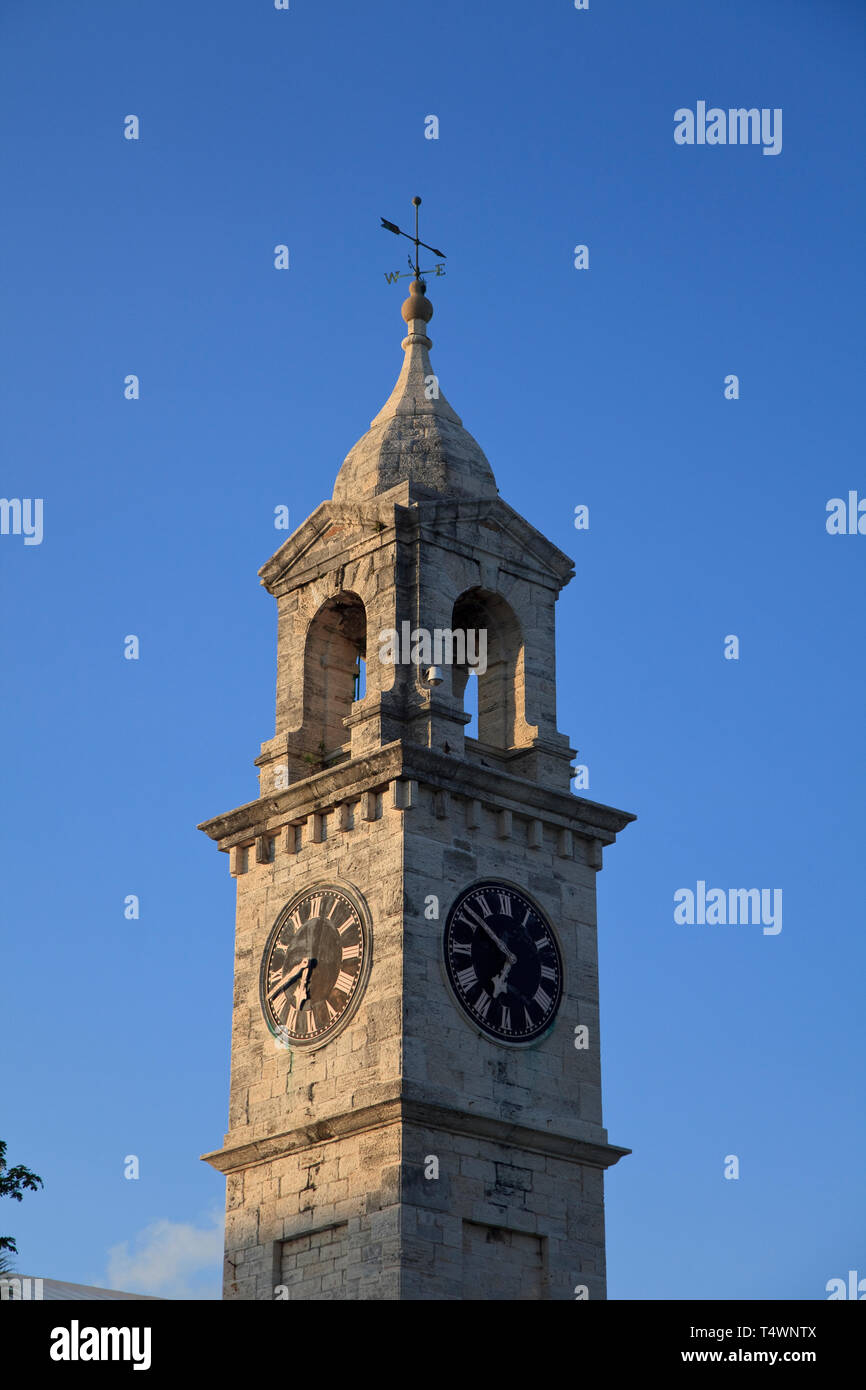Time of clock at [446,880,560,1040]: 6:51
